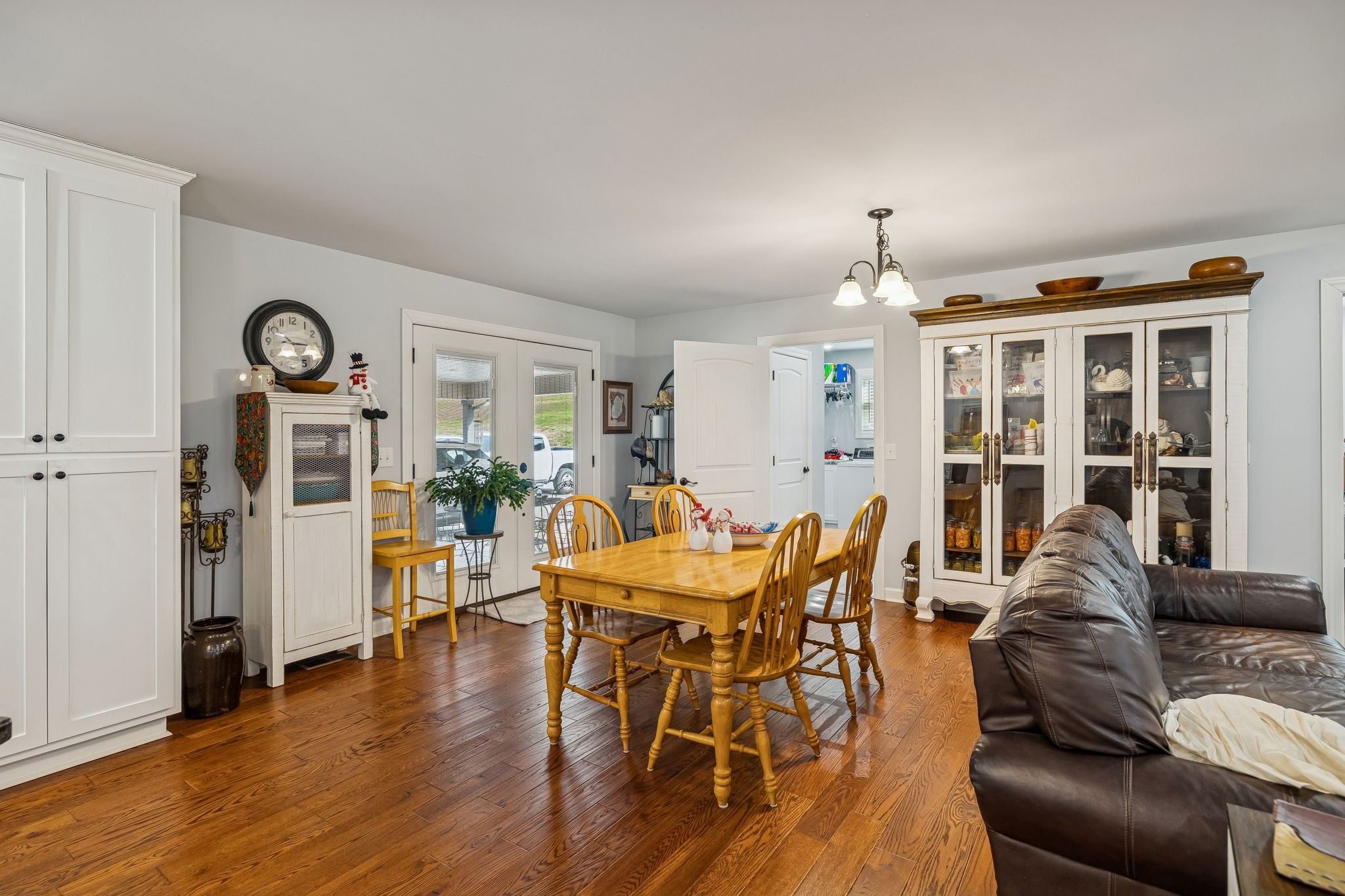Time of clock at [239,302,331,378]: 10:15
